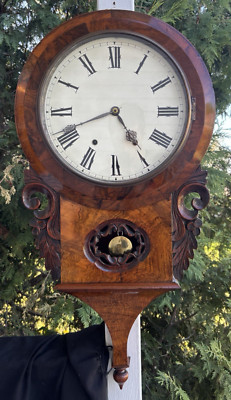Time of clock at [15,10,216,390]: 4:41
